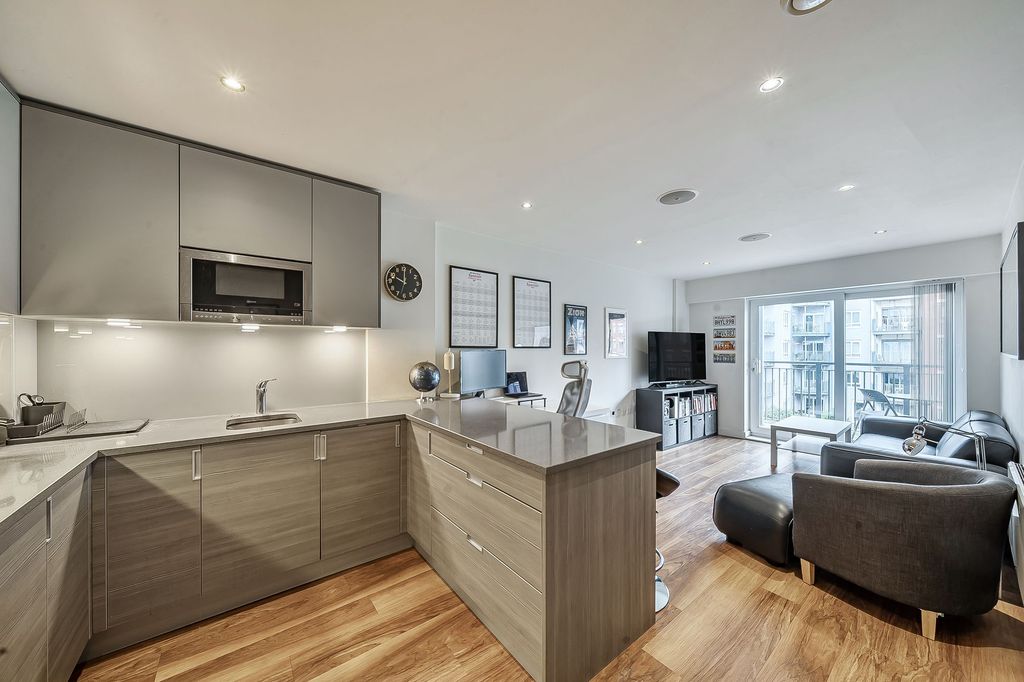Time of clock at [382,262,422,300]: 10:00
